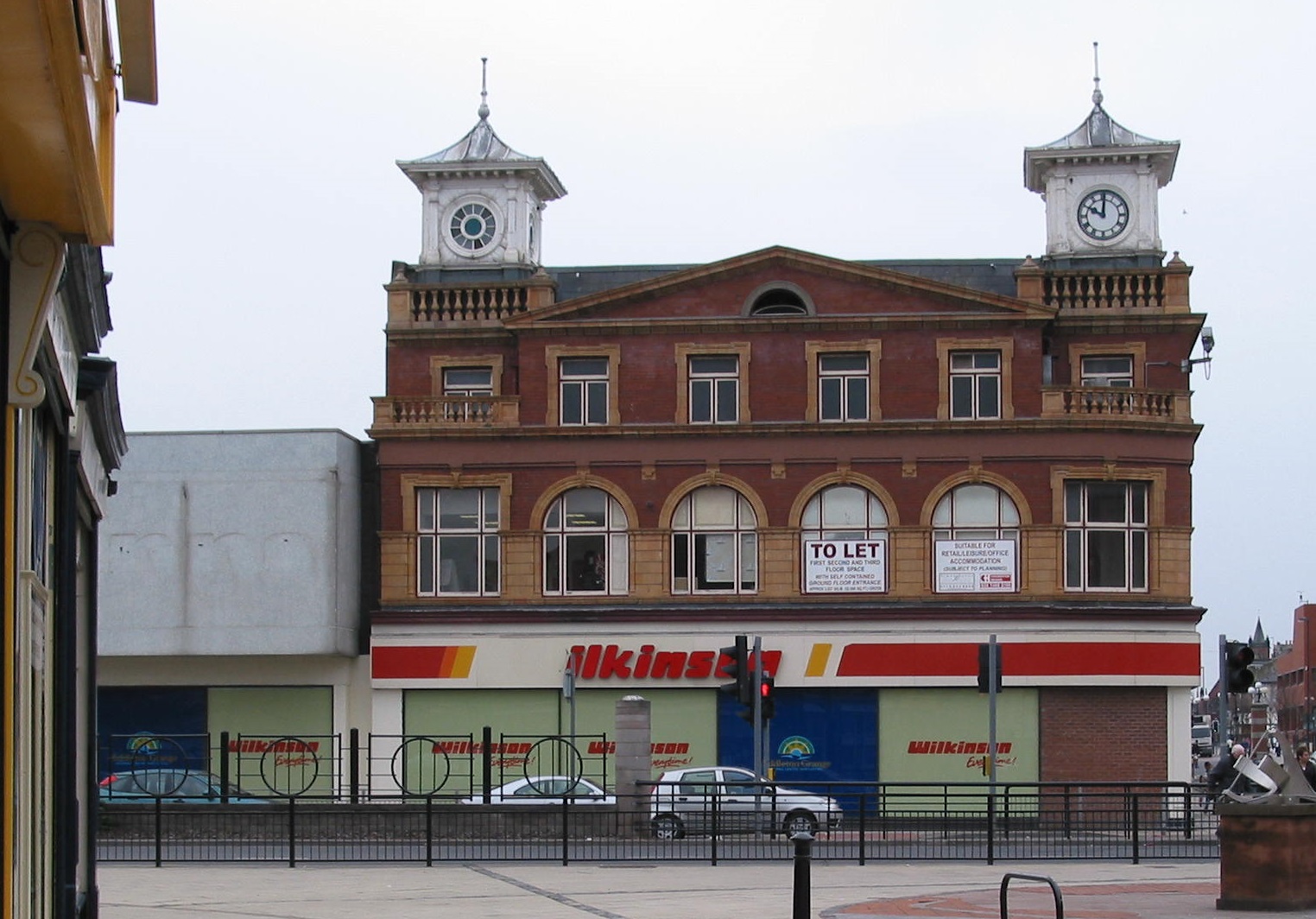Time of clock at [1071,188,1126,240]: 10:00
